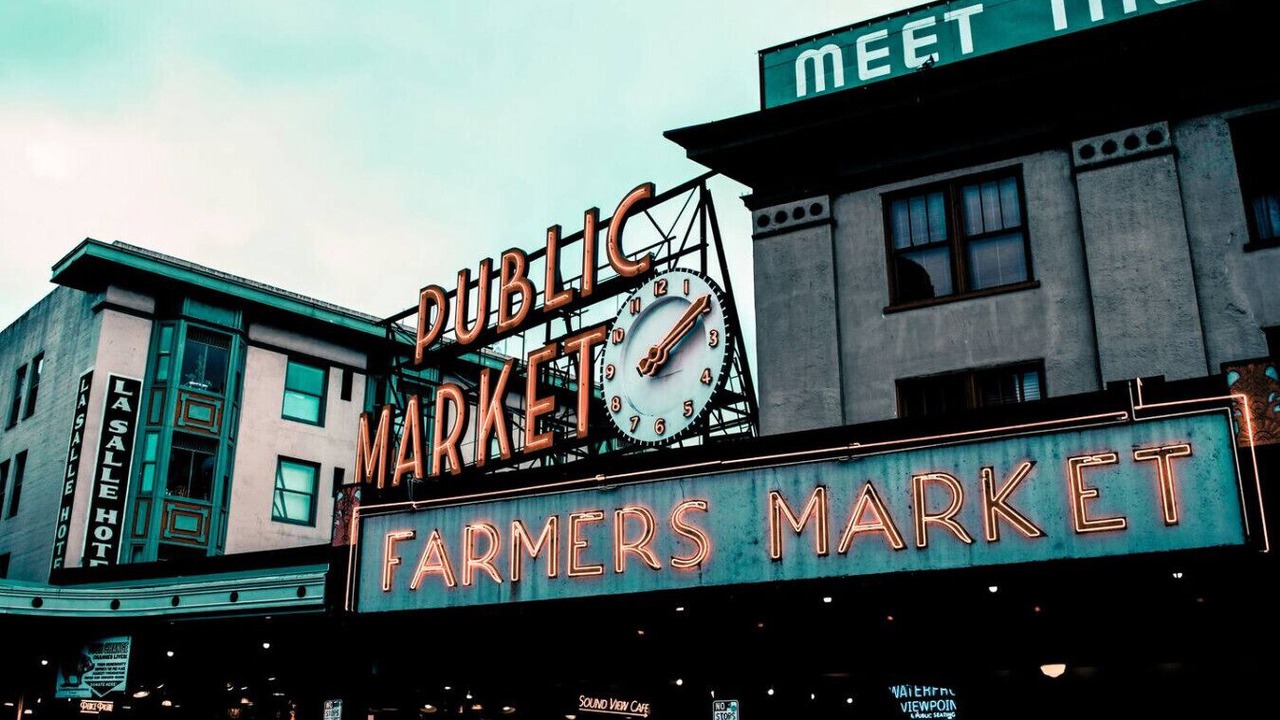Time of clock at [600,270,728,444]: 2:09
